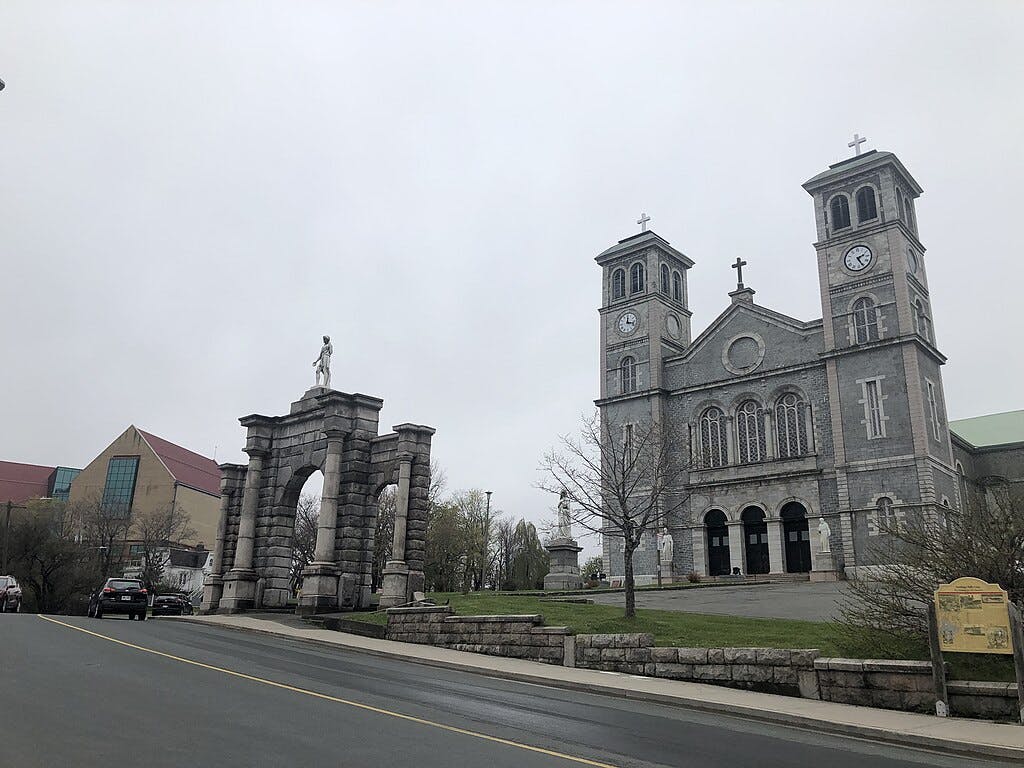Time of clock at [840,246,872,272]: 2:25
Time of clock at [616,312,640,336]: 12:16
